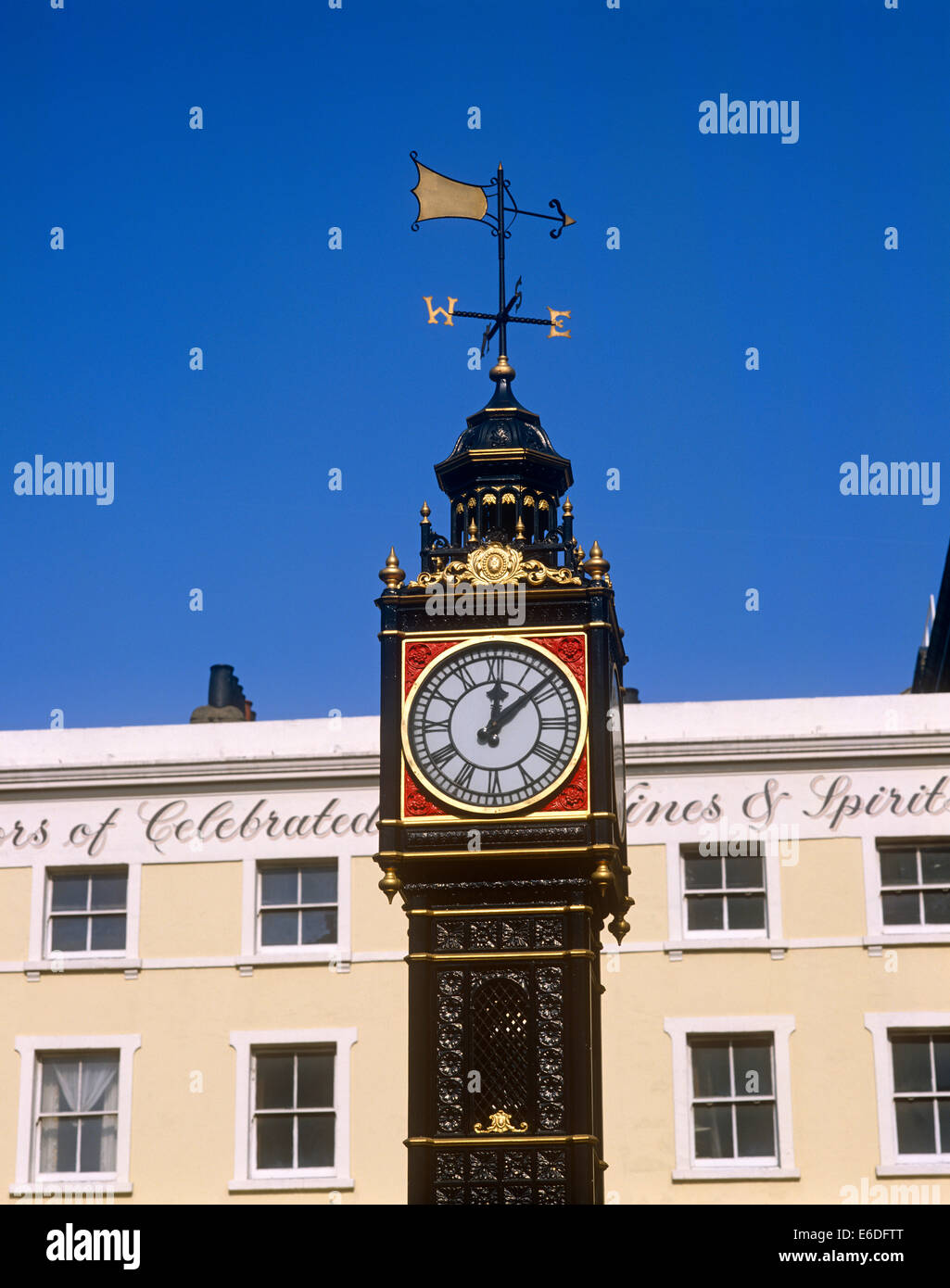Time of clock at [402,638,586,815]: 12:08
